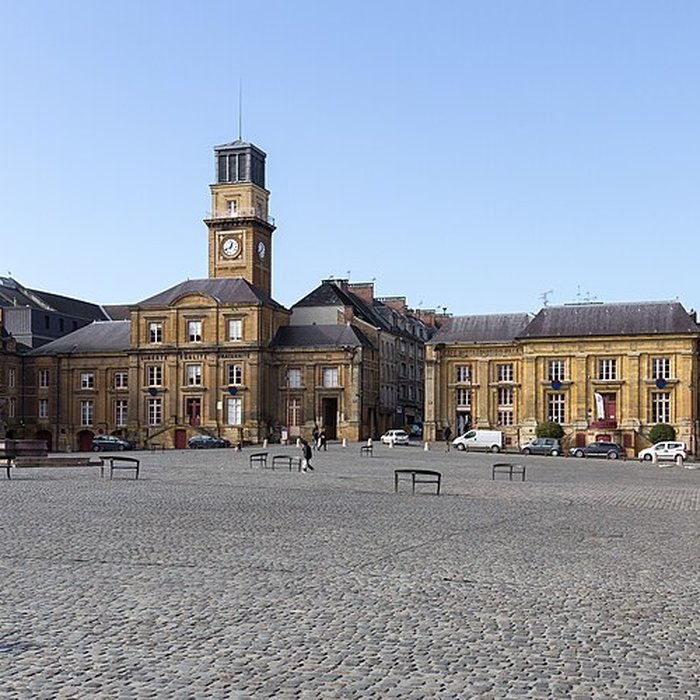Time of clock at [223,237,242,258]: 12:41
